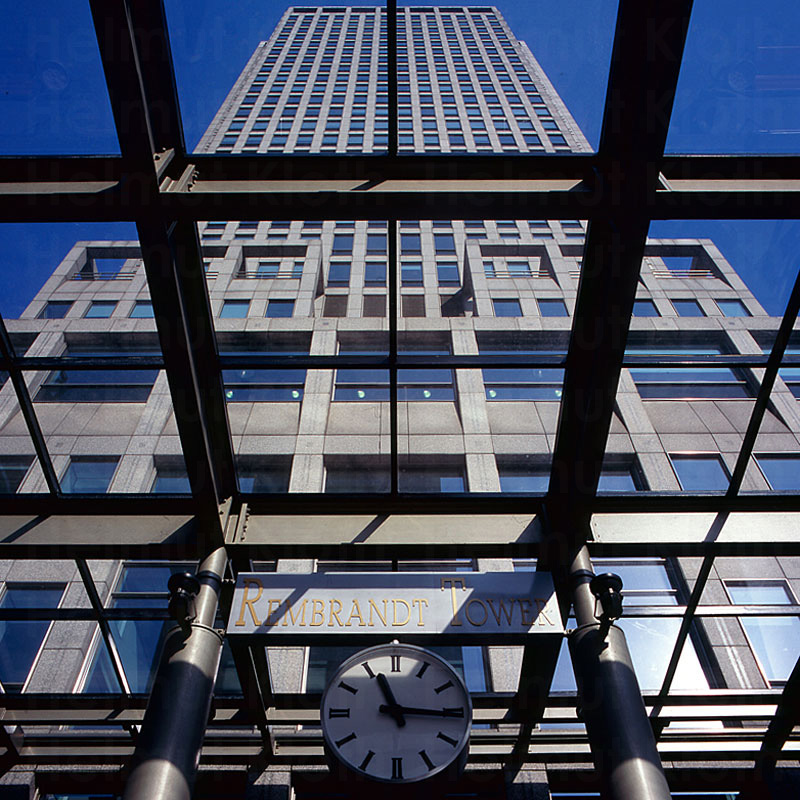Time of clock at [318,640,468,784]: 11:15
